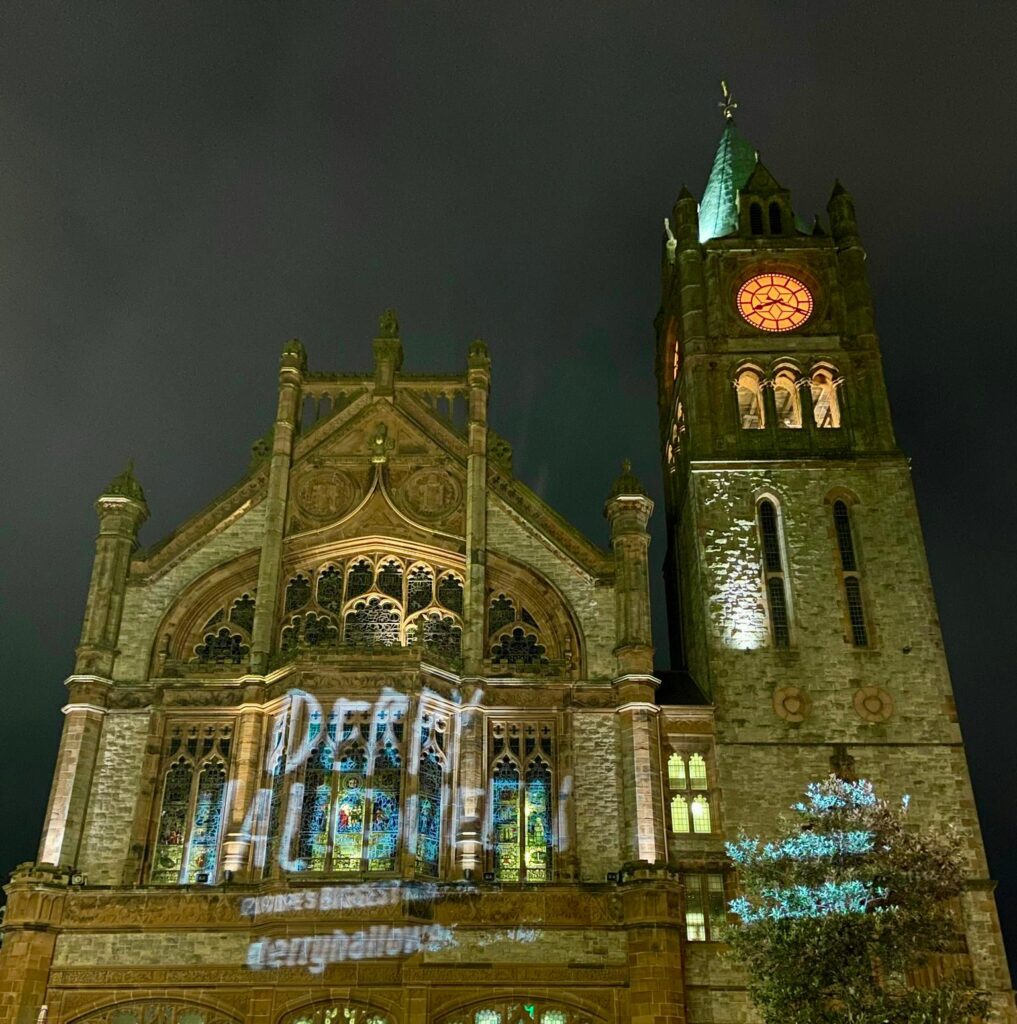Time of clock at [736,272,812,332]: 8:18
